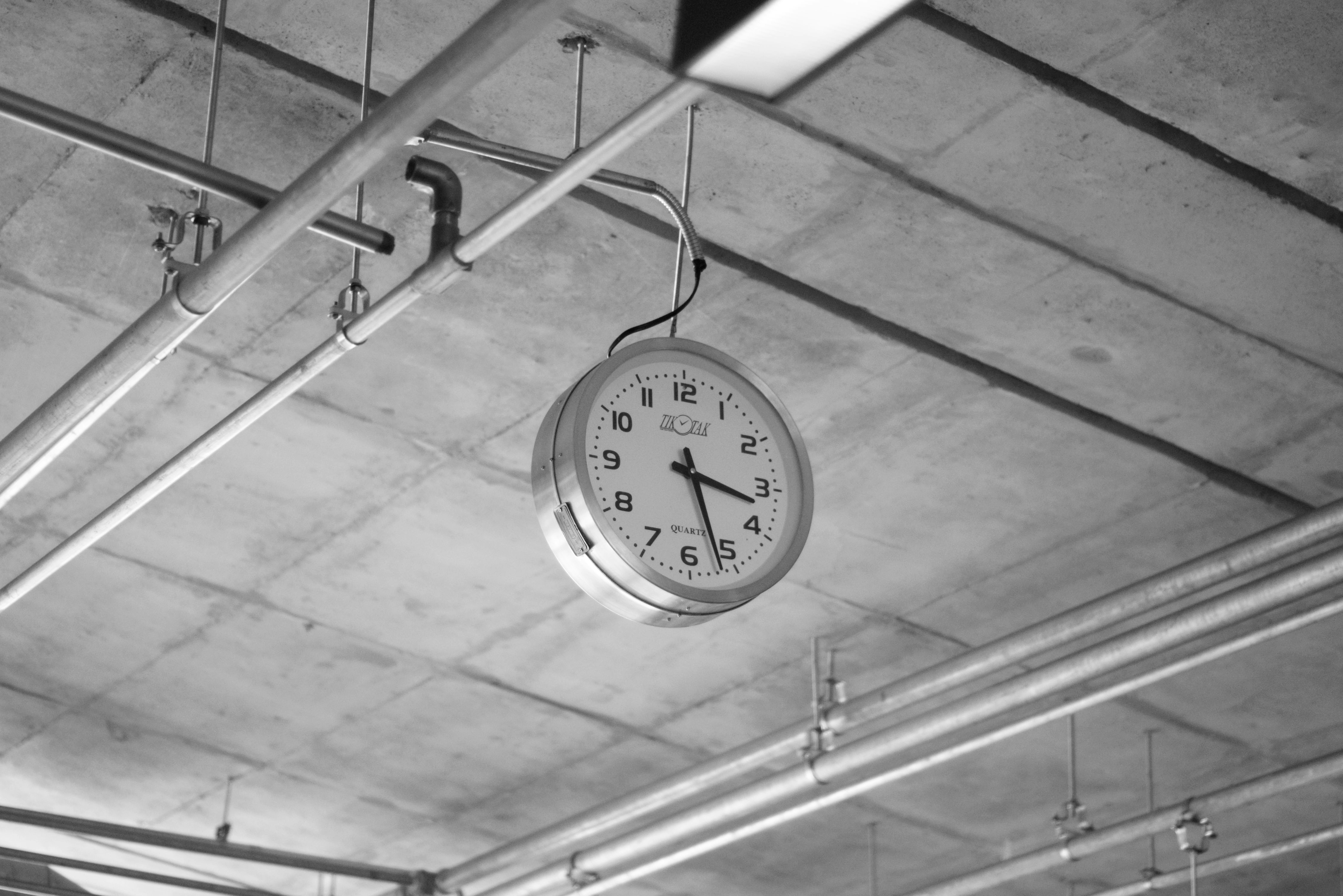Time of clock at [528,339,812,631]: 3:26
